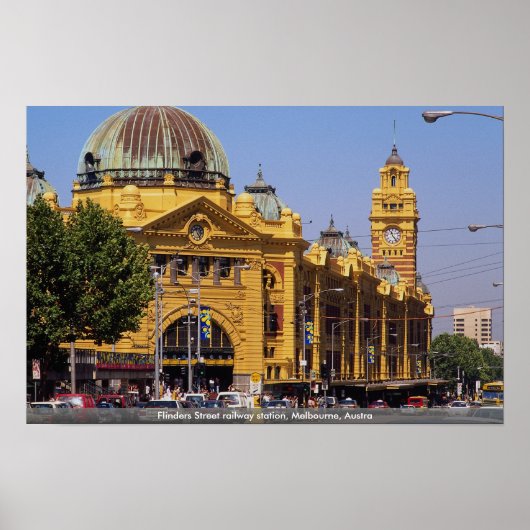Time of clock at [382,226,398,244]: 11:23
